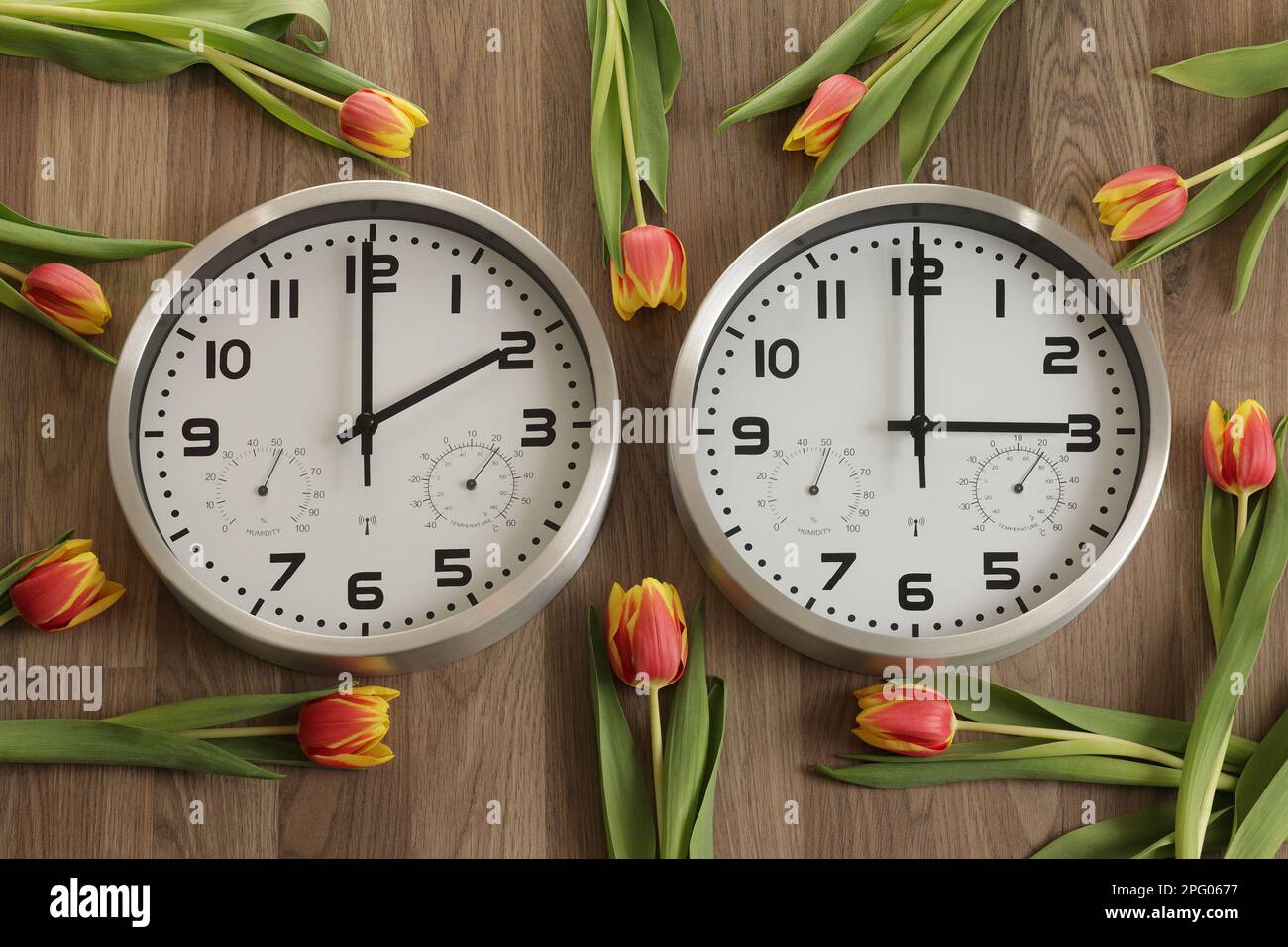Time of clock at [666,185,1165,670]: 3:00
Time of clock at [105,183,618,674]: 1:59
